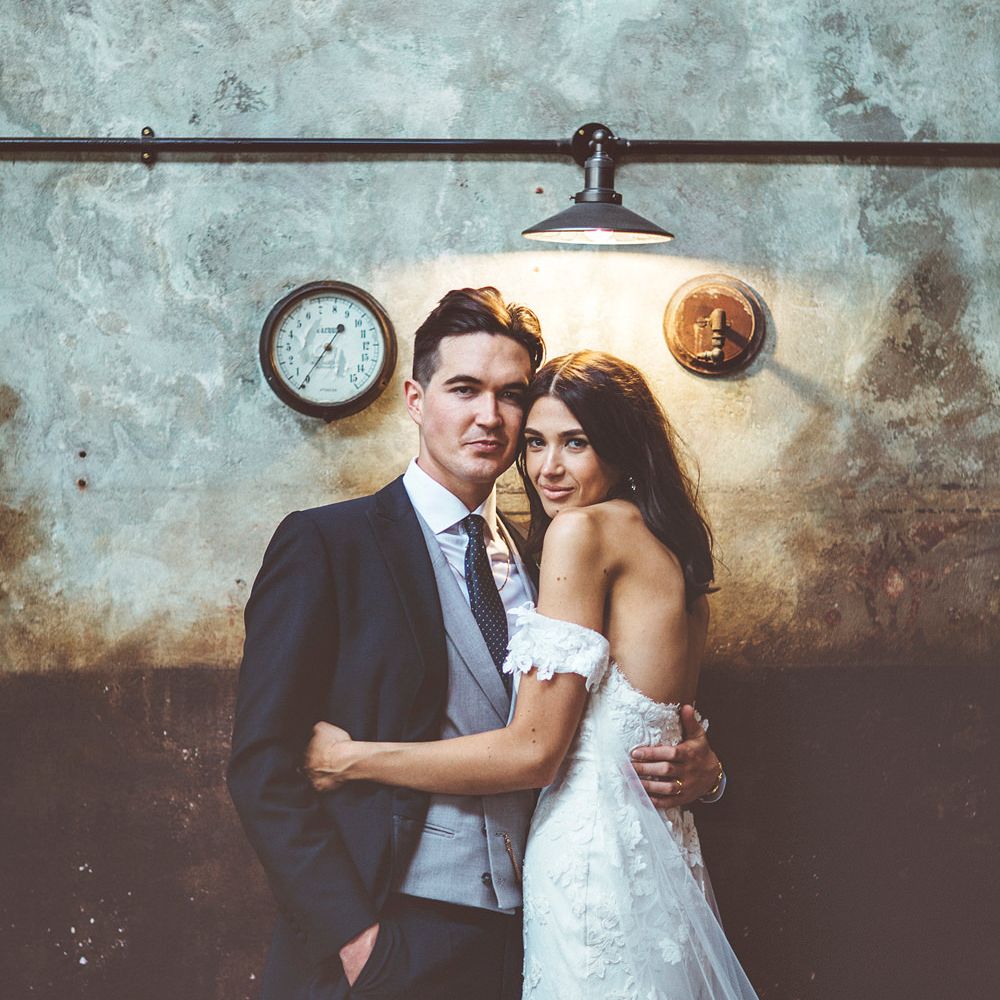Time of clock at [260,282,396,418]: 1:36
